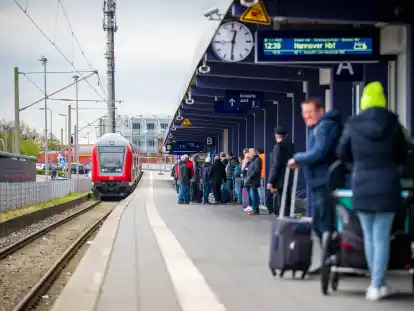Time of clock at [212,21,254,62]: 12:30
